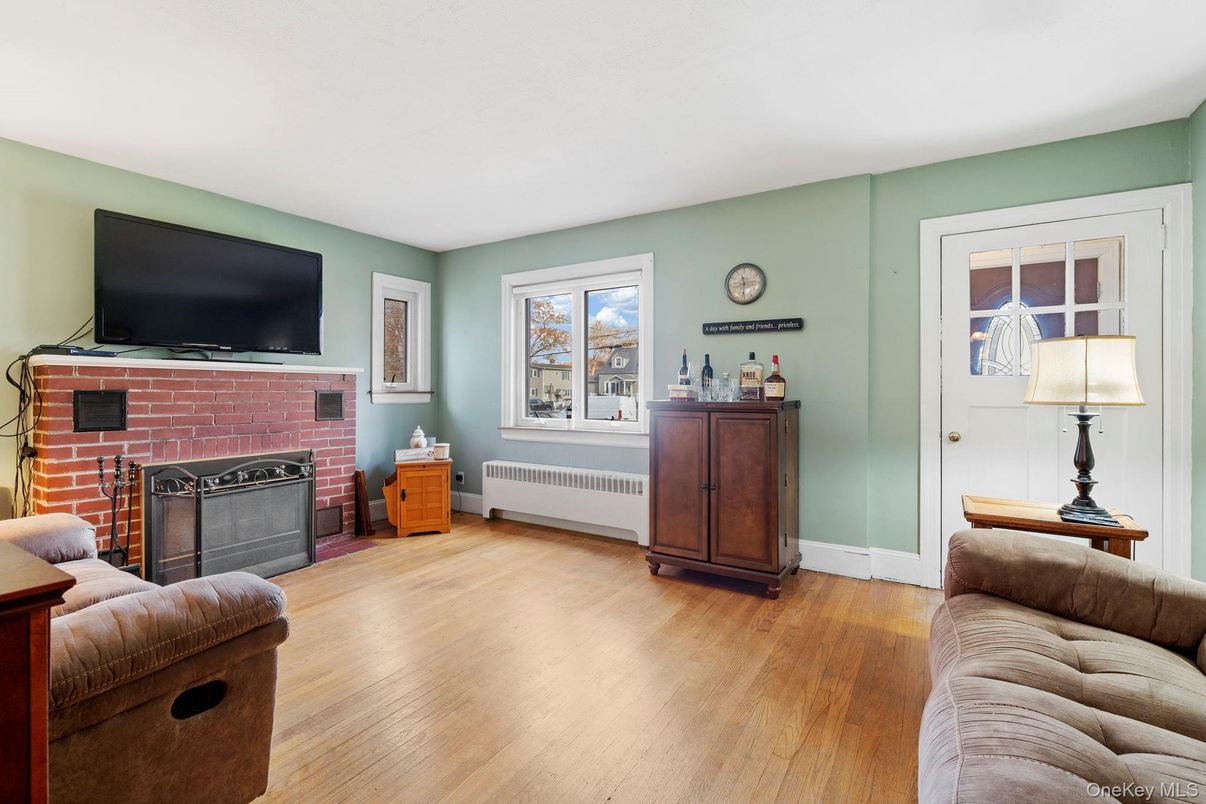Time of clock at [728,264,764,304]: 11:31
